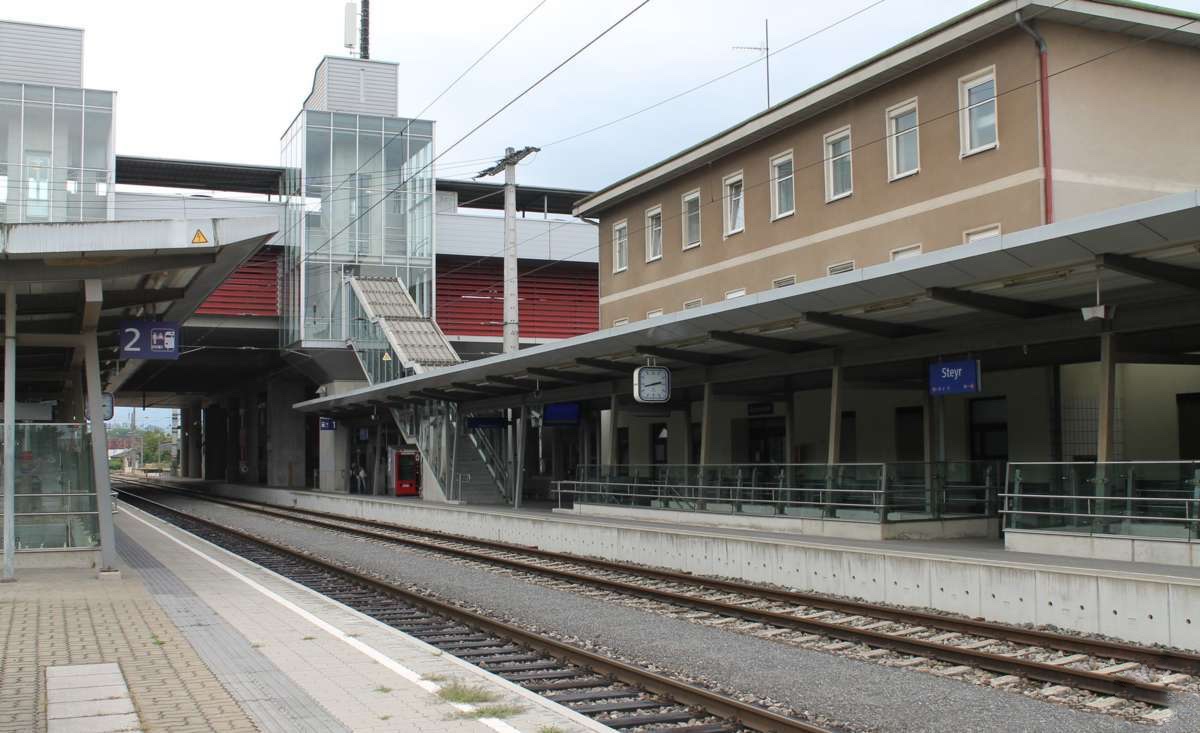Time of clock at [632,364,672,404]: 2:42
